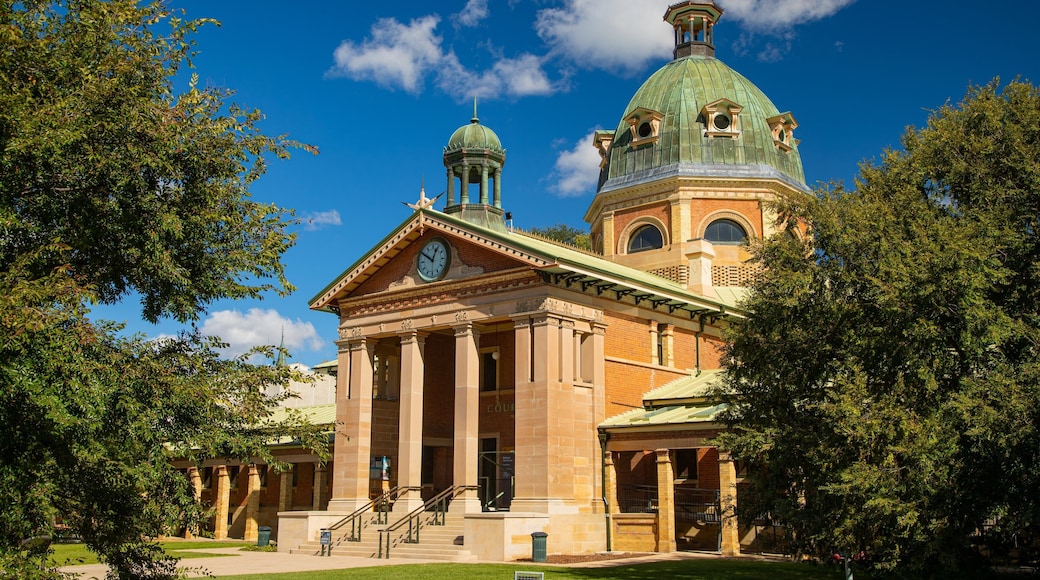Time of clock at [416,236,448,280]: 12:50
